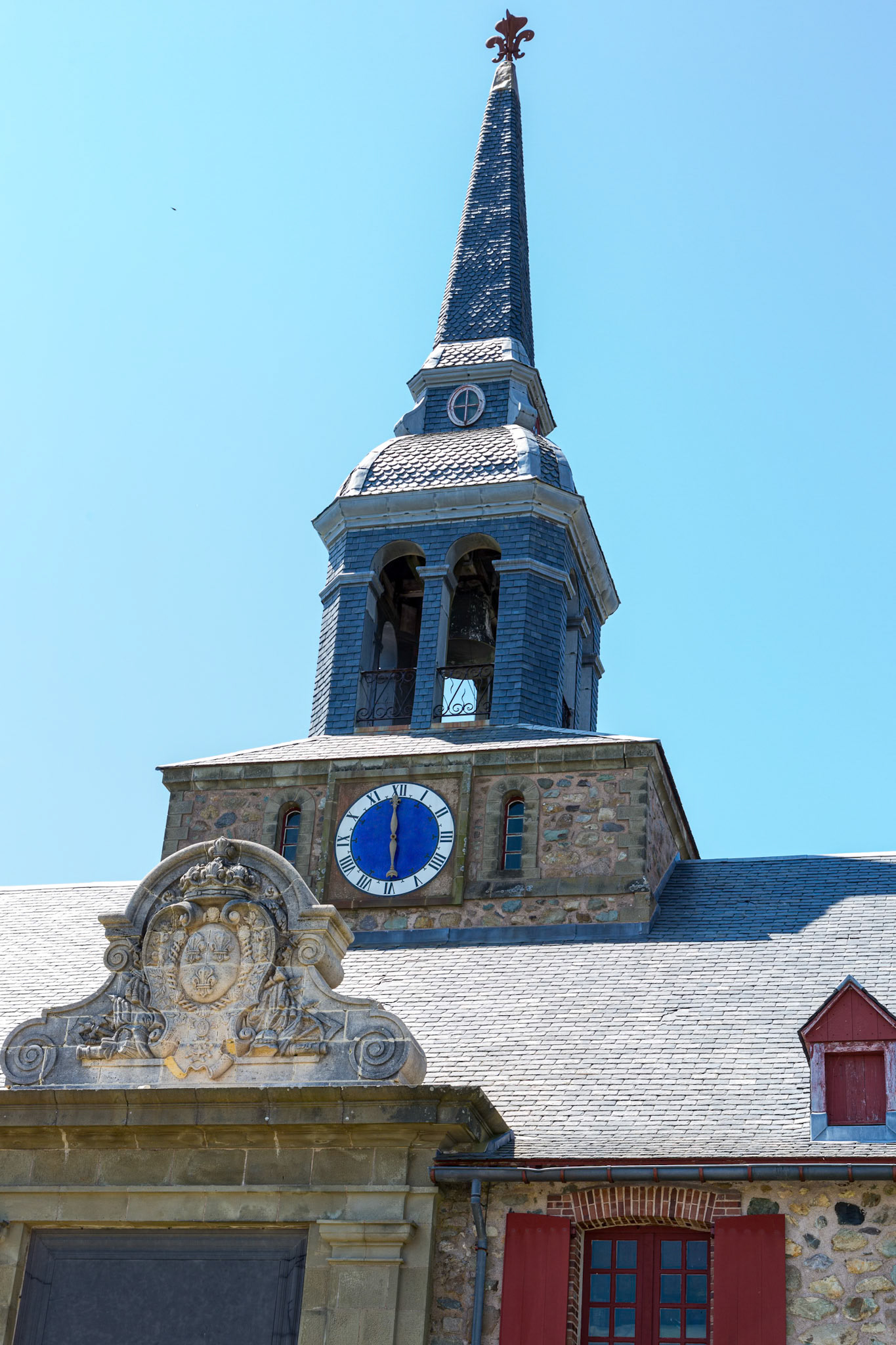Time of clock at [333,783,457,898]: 5:59
